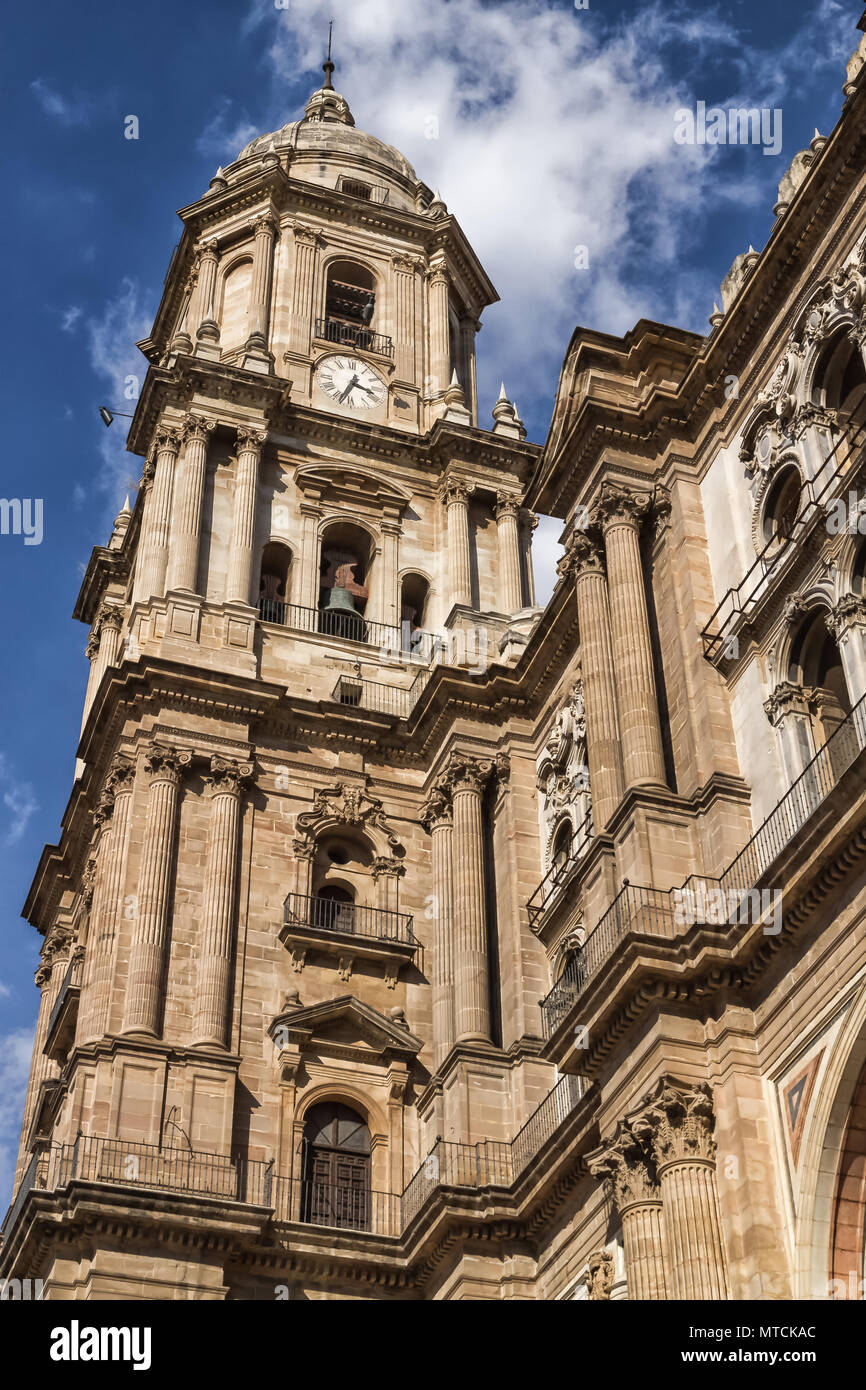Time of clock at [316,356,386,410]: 3:33
